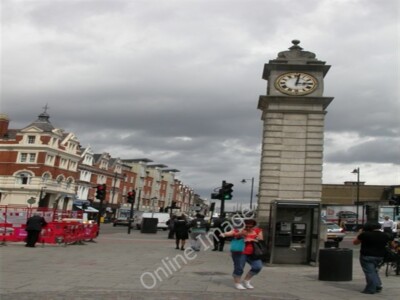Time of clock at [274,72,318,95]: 3:01
